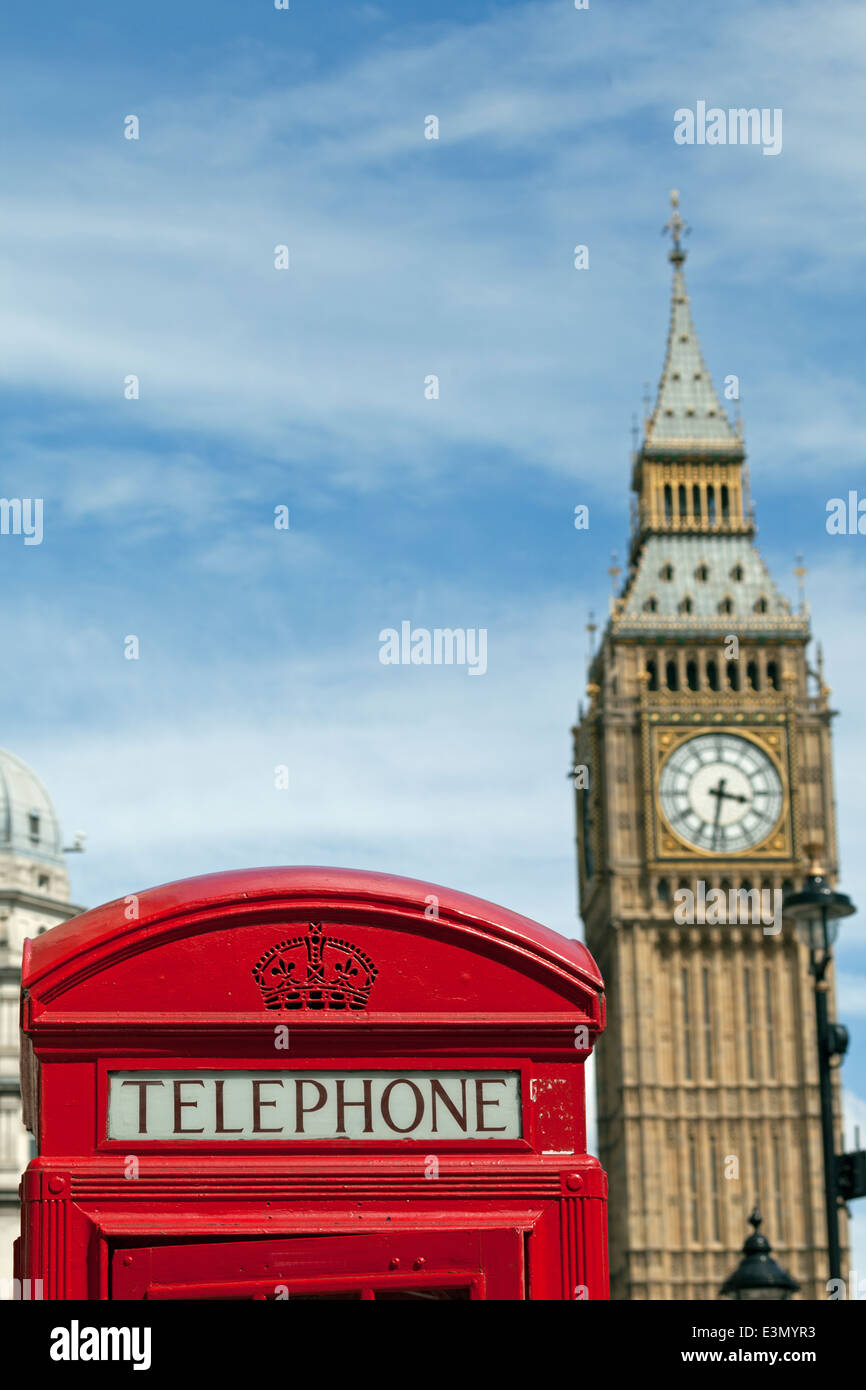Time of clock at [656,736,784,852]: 3:31
